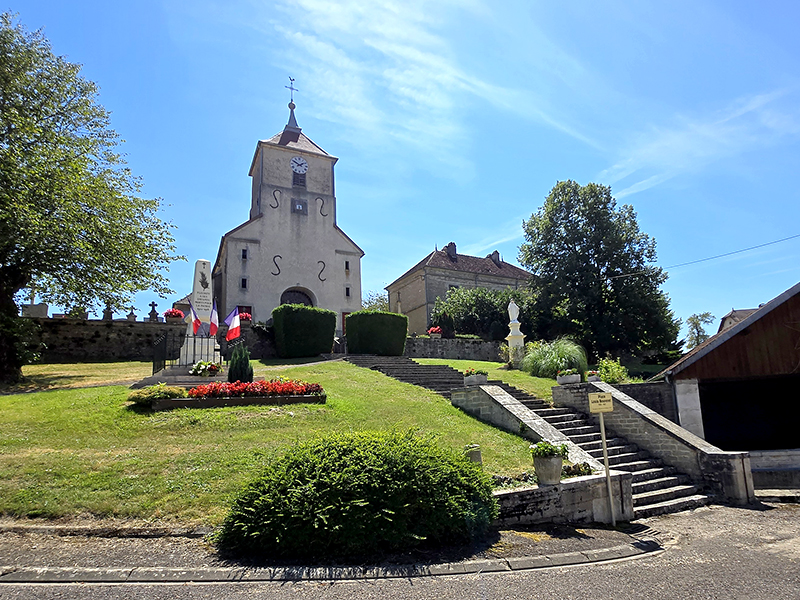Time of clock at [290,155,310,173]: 1:50
